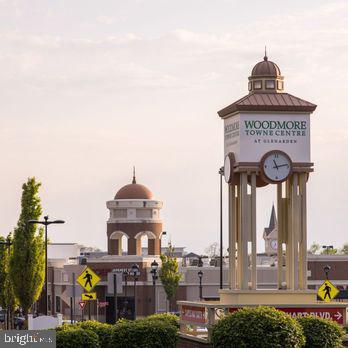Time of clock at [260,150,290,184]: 11:12
